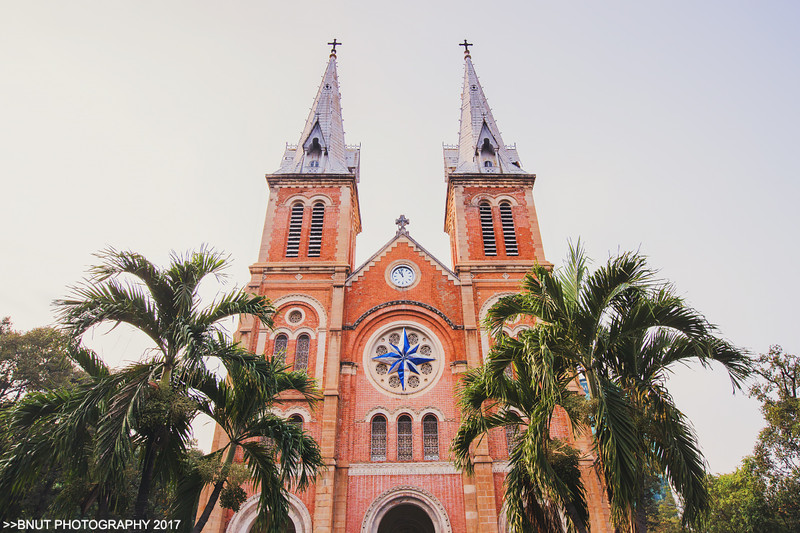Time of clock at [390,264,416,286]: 10:58
